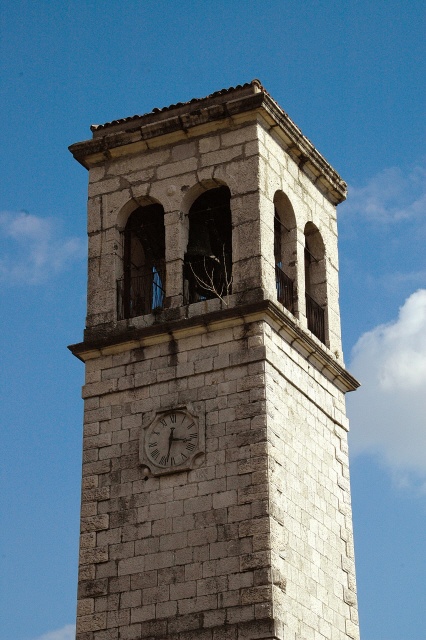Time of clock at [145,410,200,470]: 3:32
